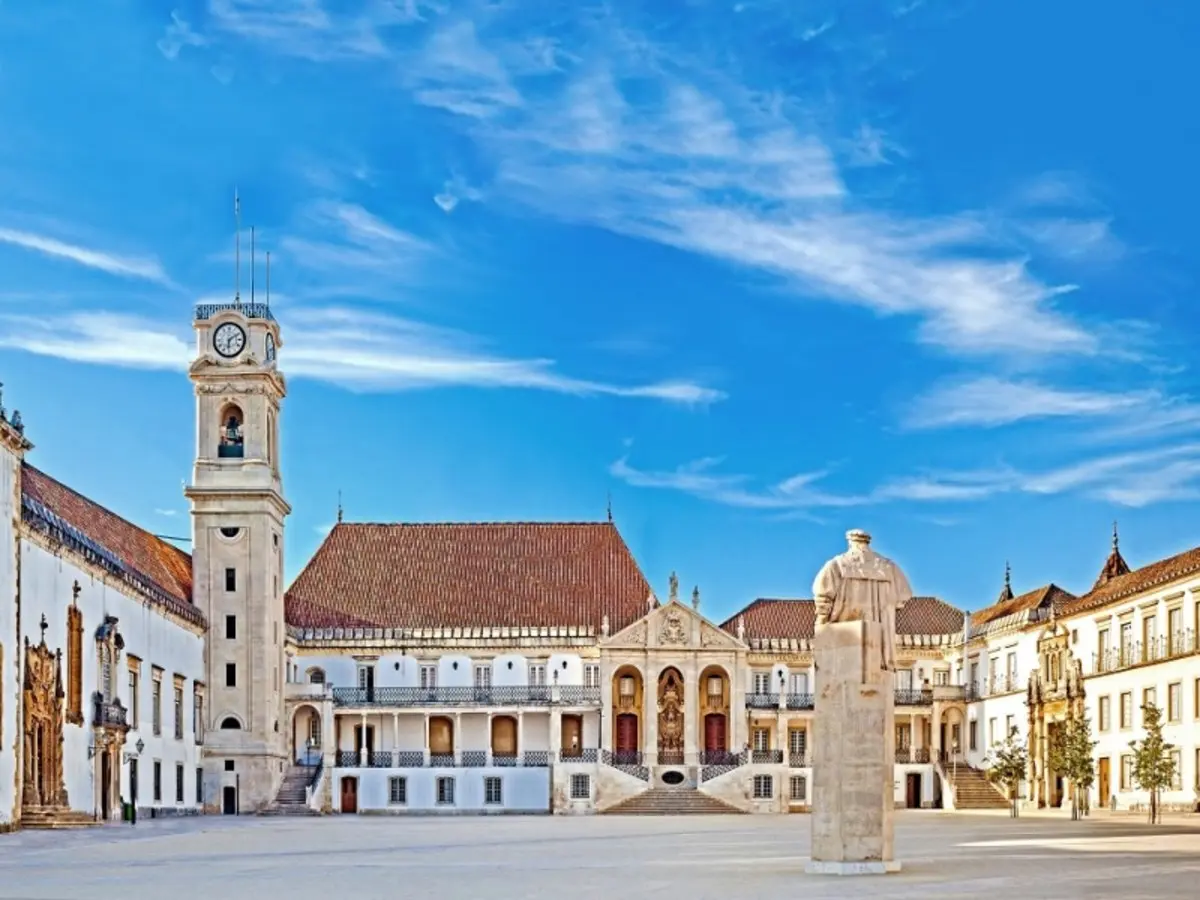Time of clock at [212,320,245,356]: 6:10
